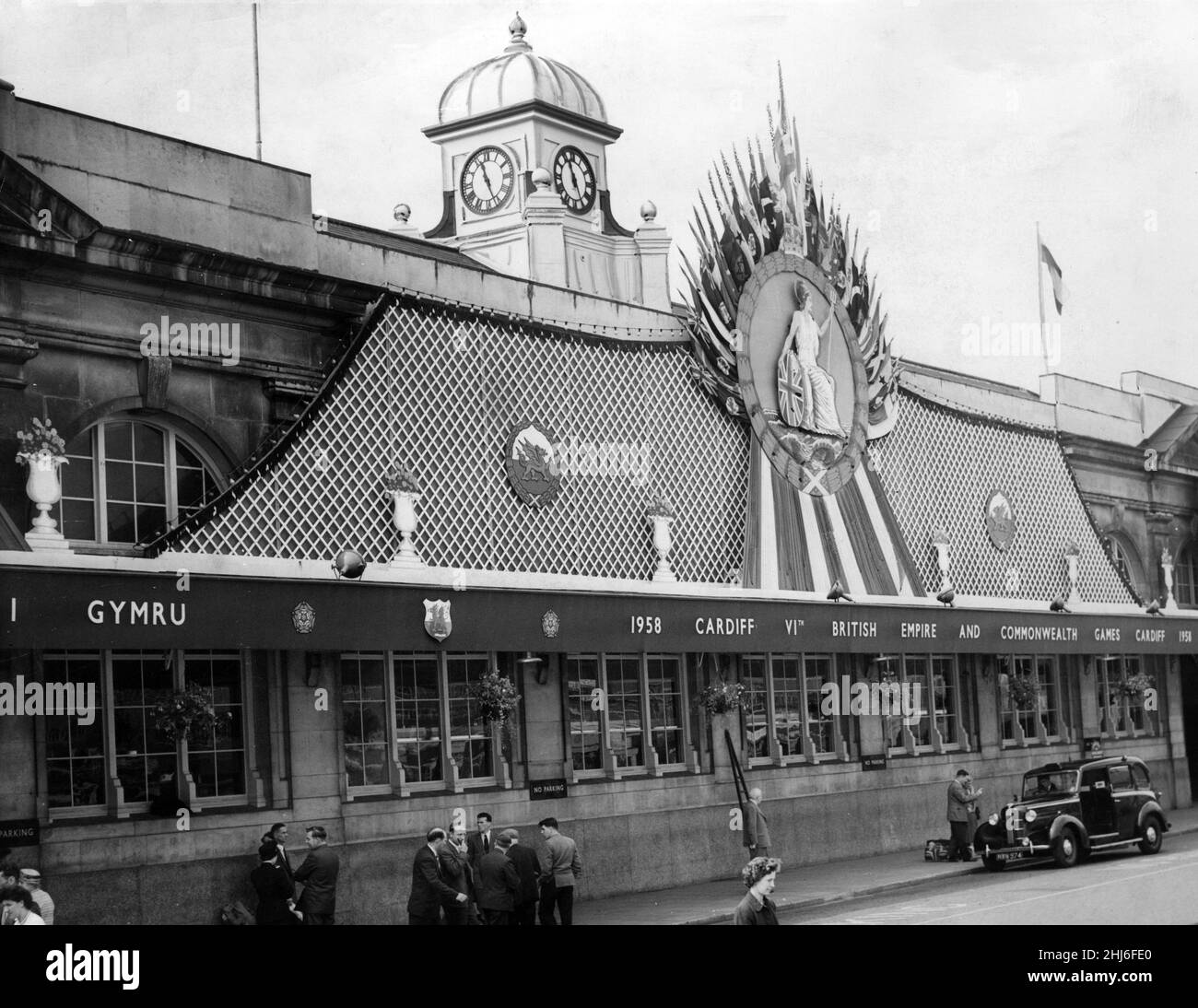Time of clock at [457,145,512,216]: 11:26
